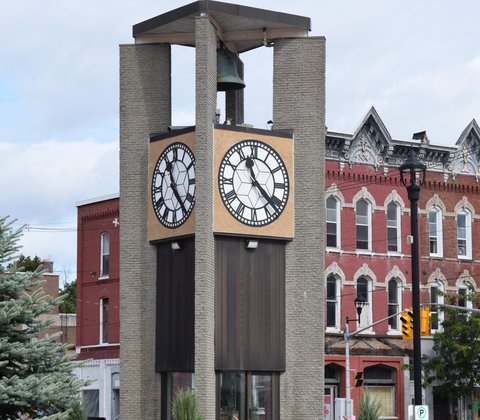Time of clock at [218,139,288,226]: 11:22
